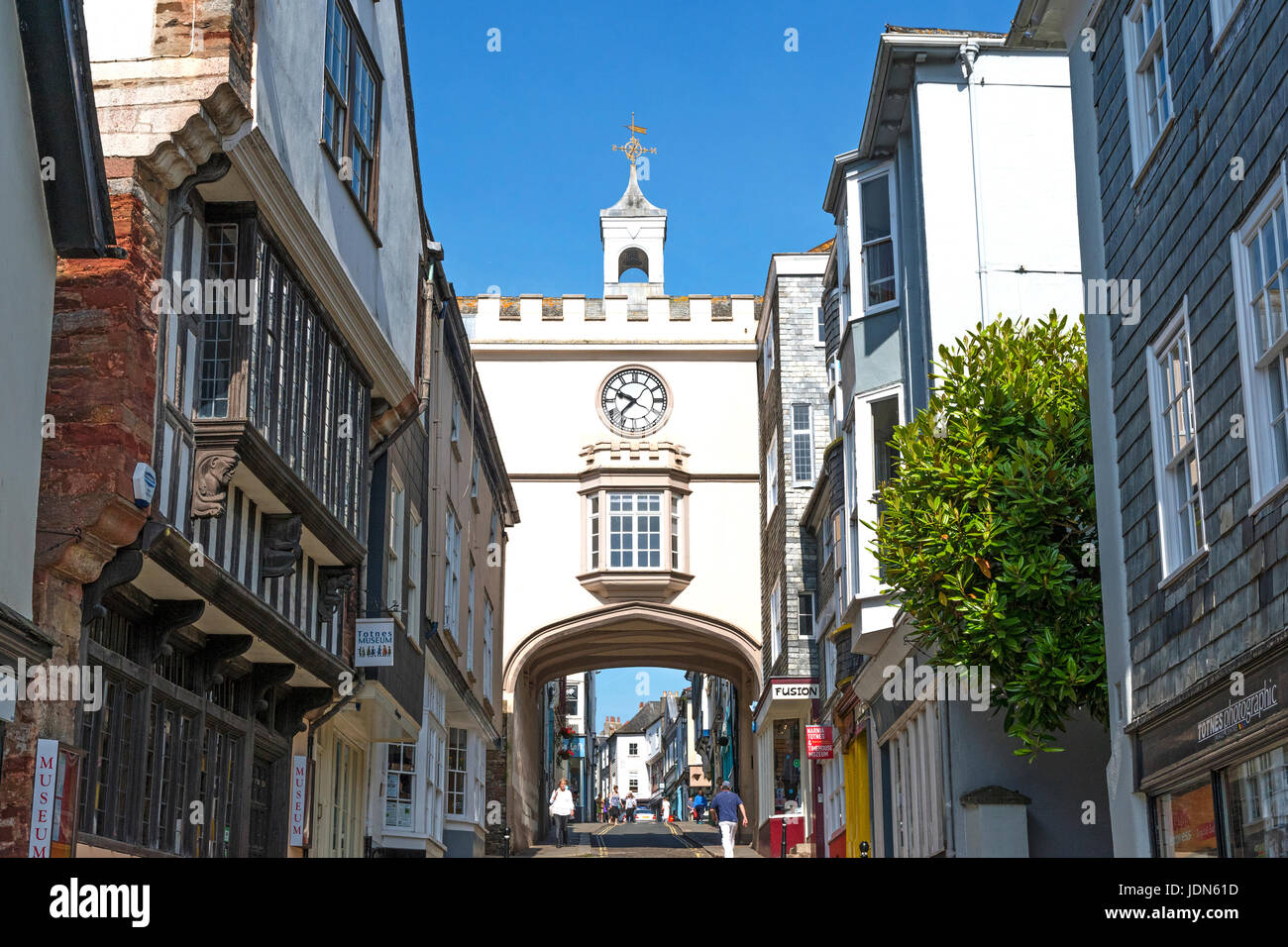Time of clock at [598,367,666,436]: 9:37
